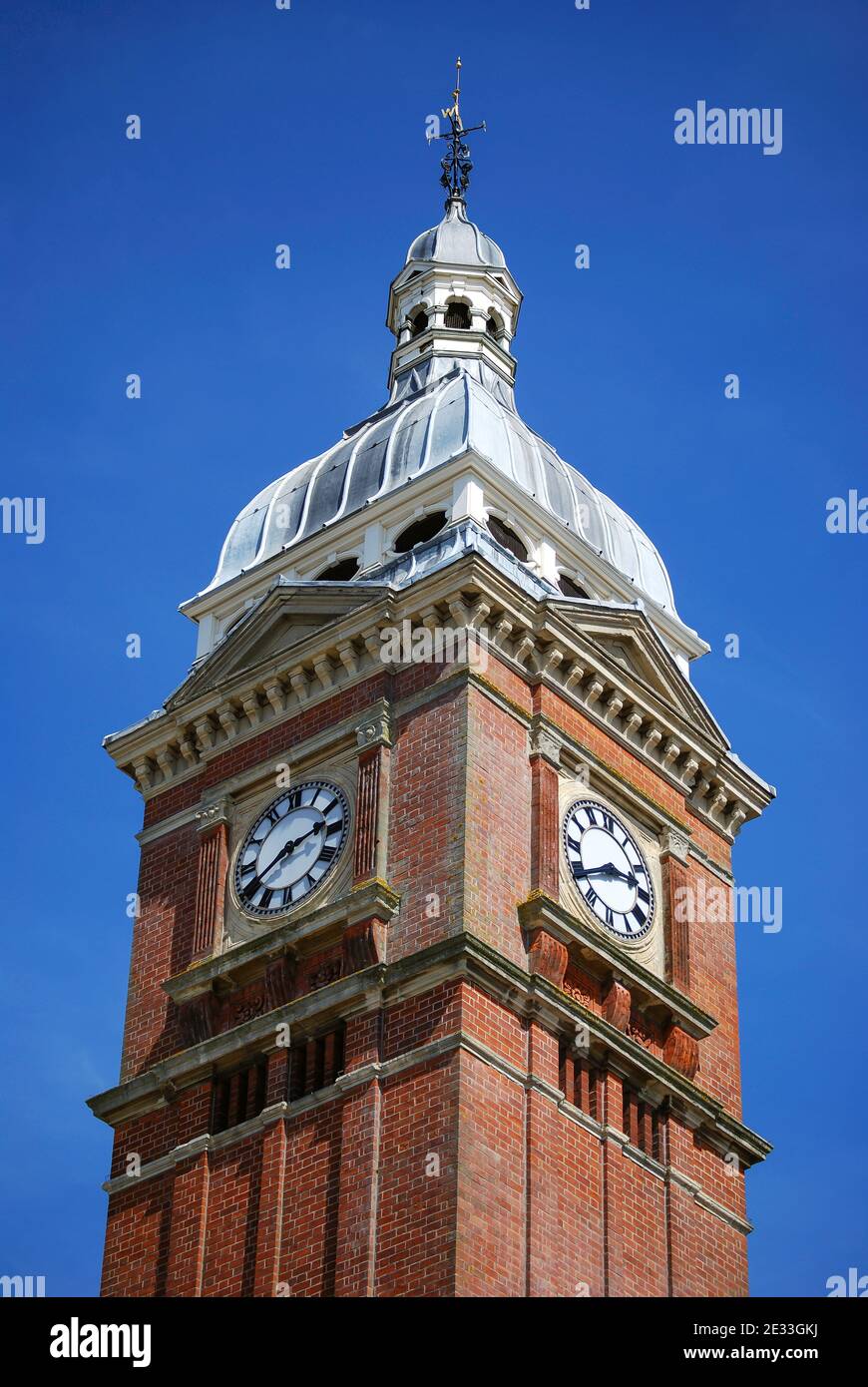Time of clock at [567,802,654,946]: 2:39
